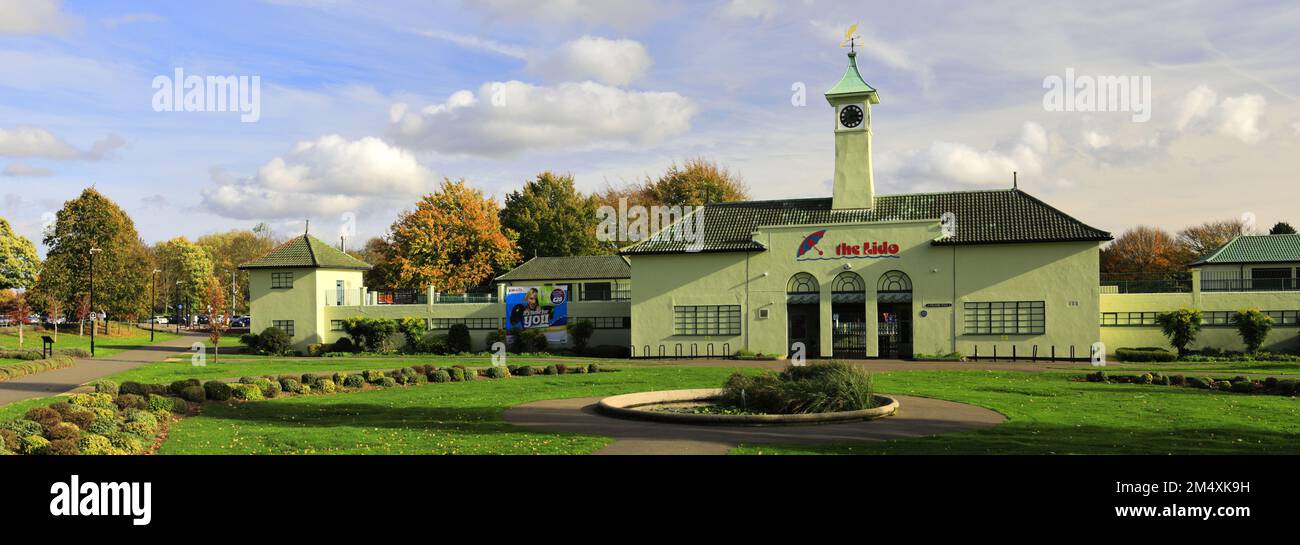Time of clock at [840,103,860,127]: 2:40
